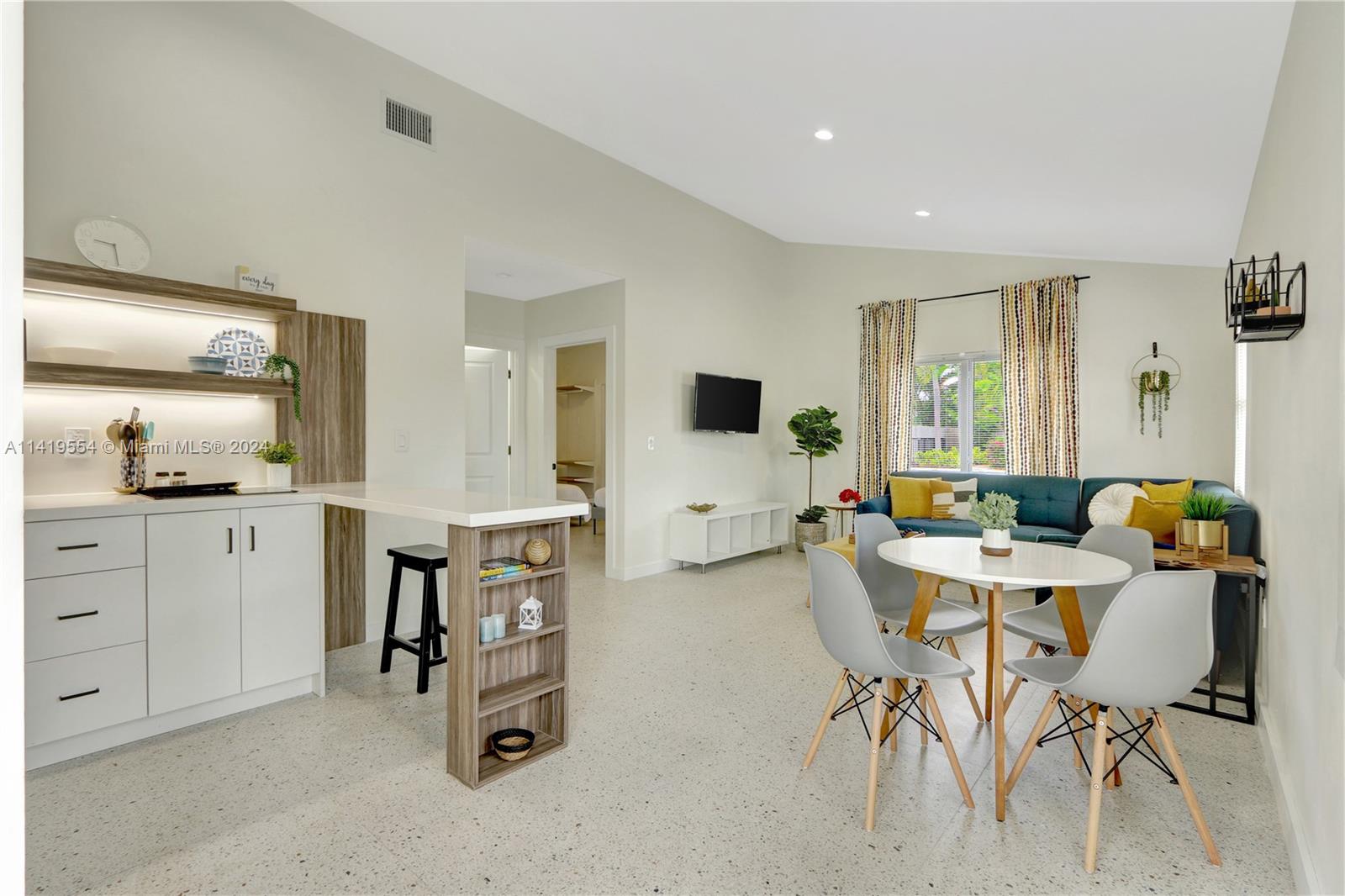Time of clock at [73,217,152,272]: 9:30
